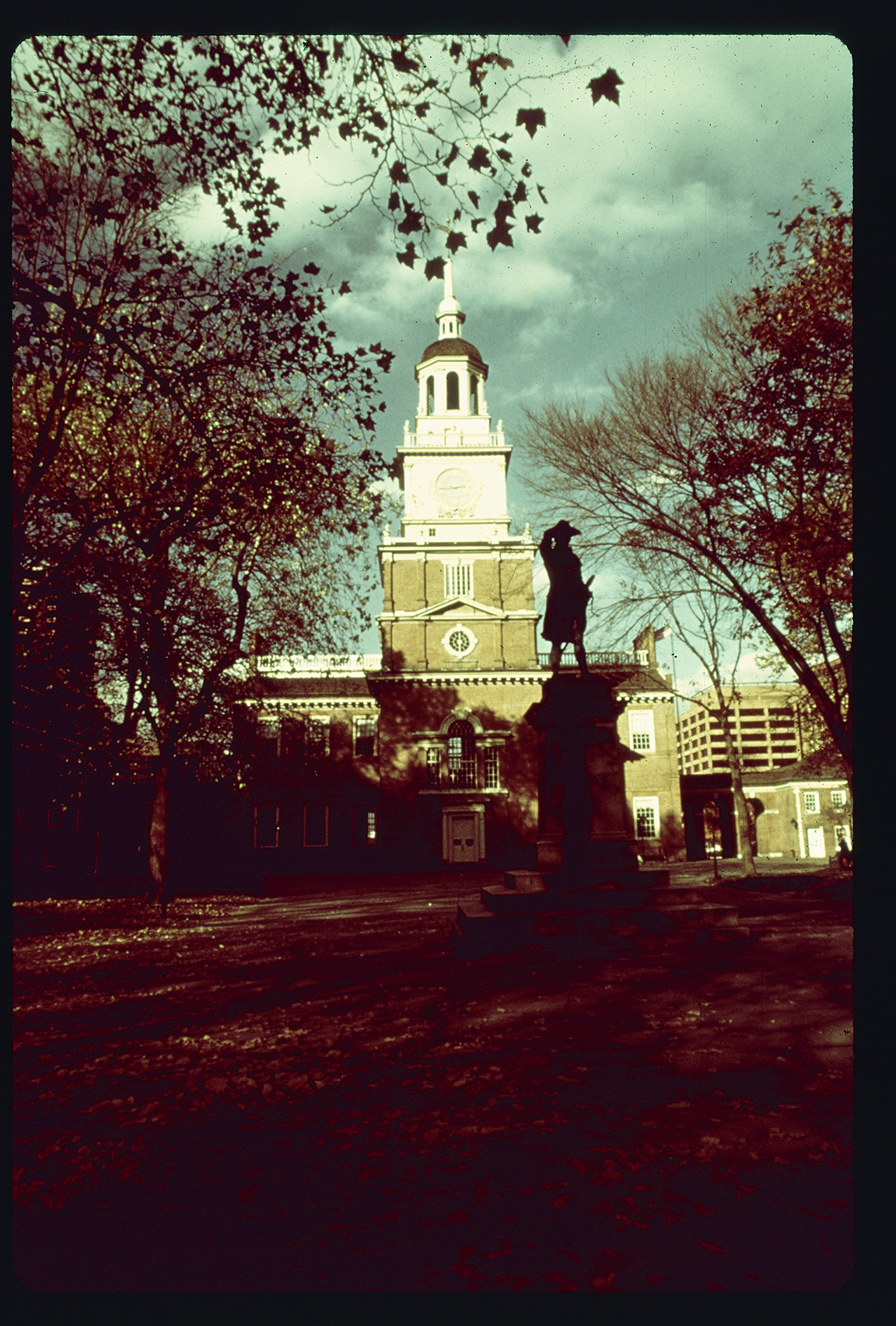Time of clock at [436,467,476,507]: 2:44
